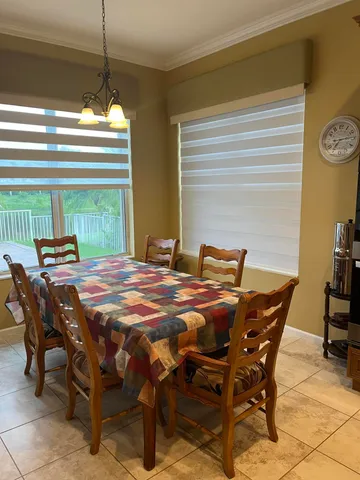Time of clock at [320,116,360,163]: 7:13
